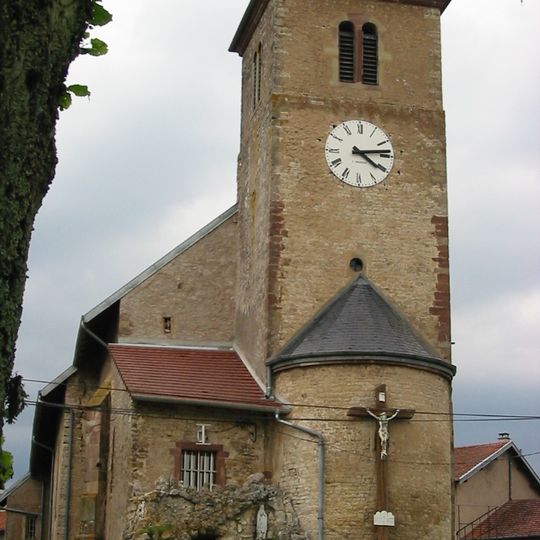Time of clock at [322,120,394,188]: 4:13
